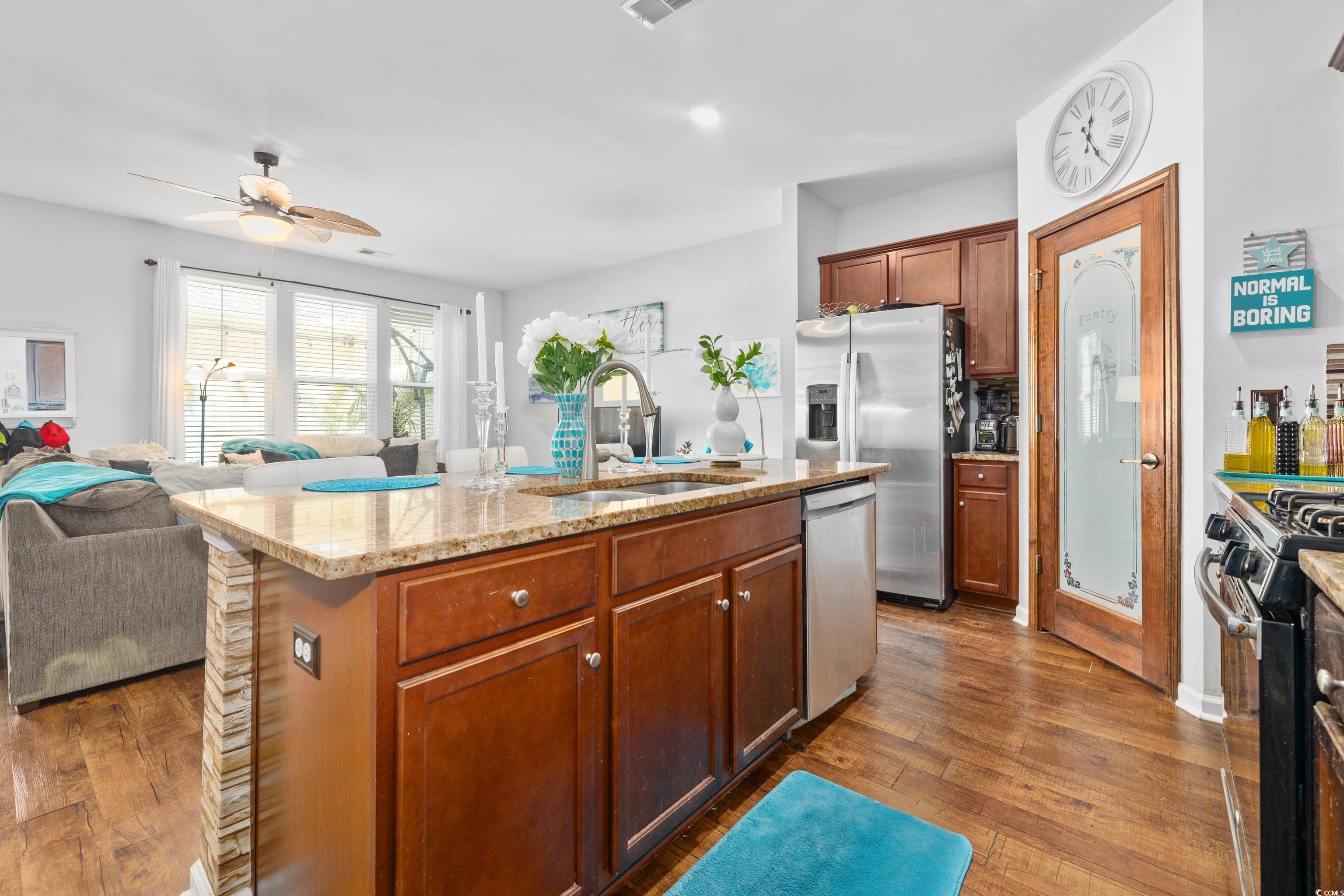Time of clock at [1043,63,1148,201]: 12:24
